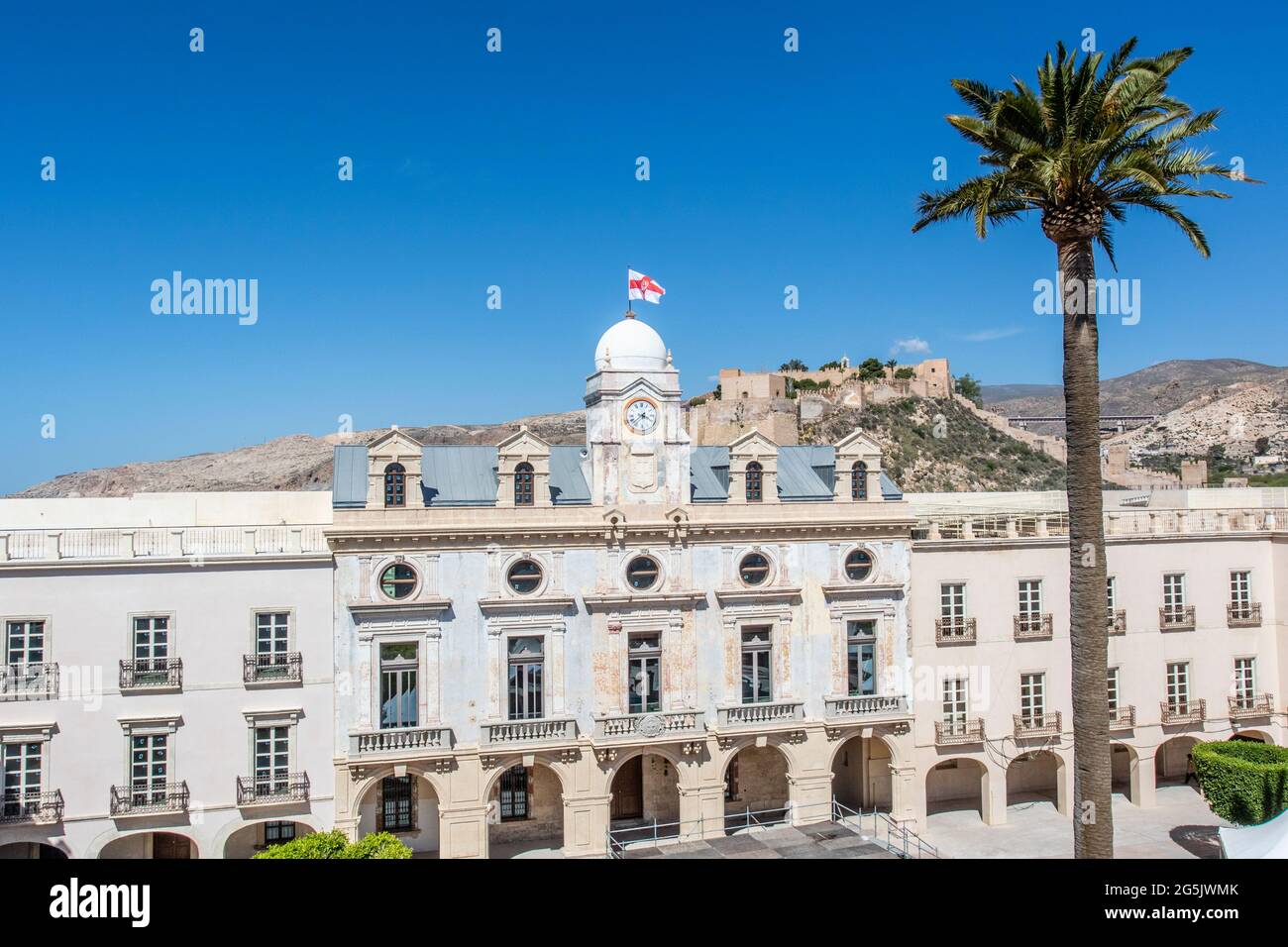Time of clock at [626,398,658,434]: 3:37
